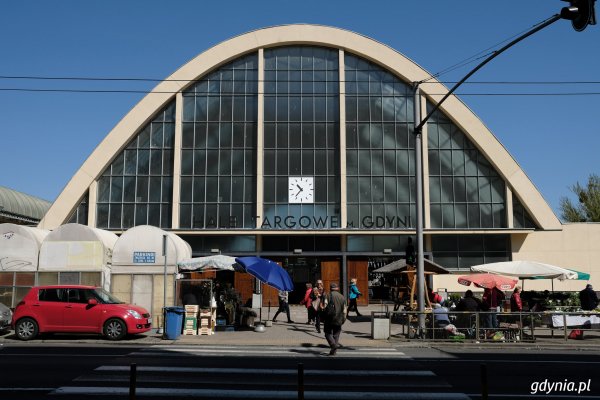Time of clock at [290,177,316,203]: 10:36
